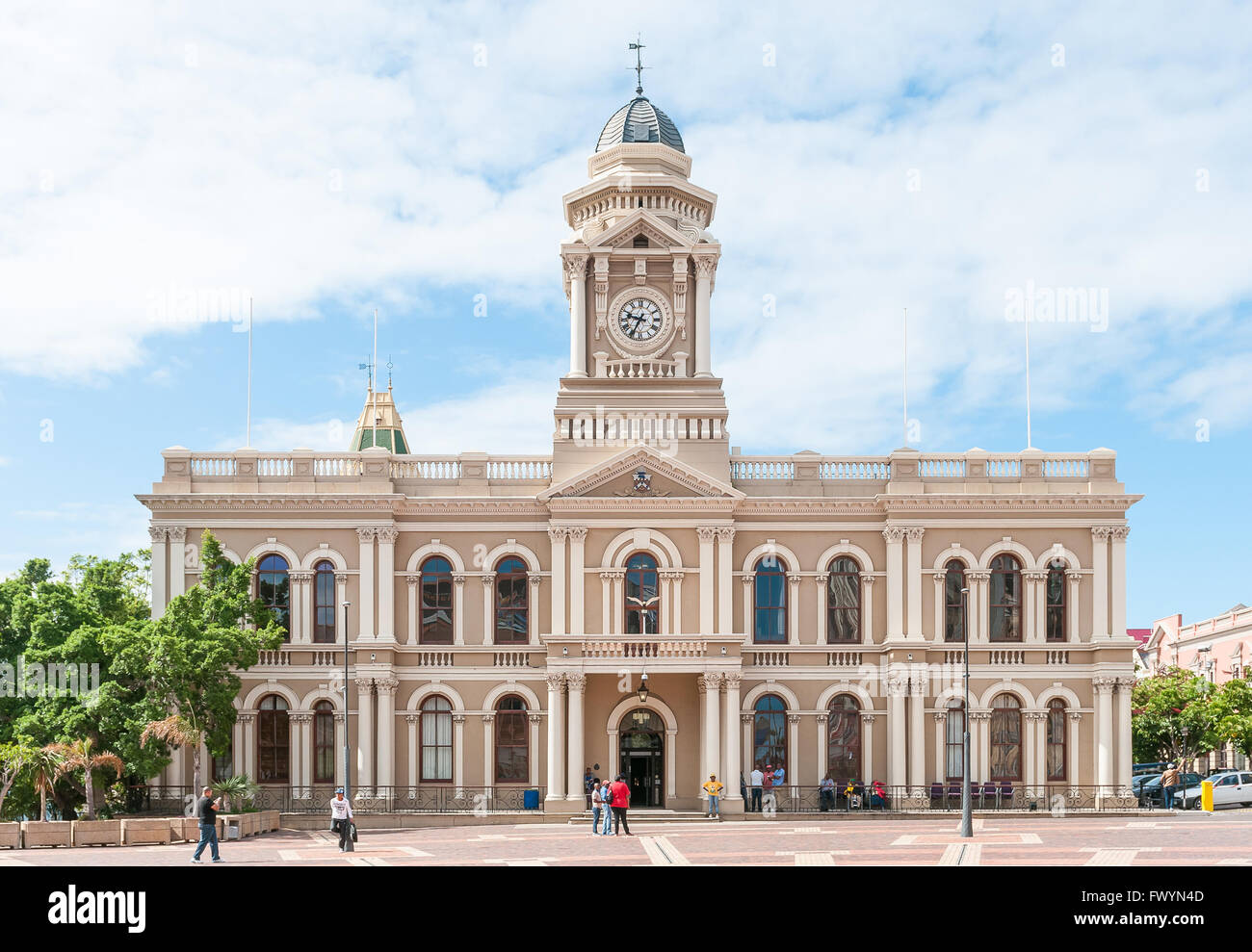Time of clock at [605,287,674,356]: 9:34
